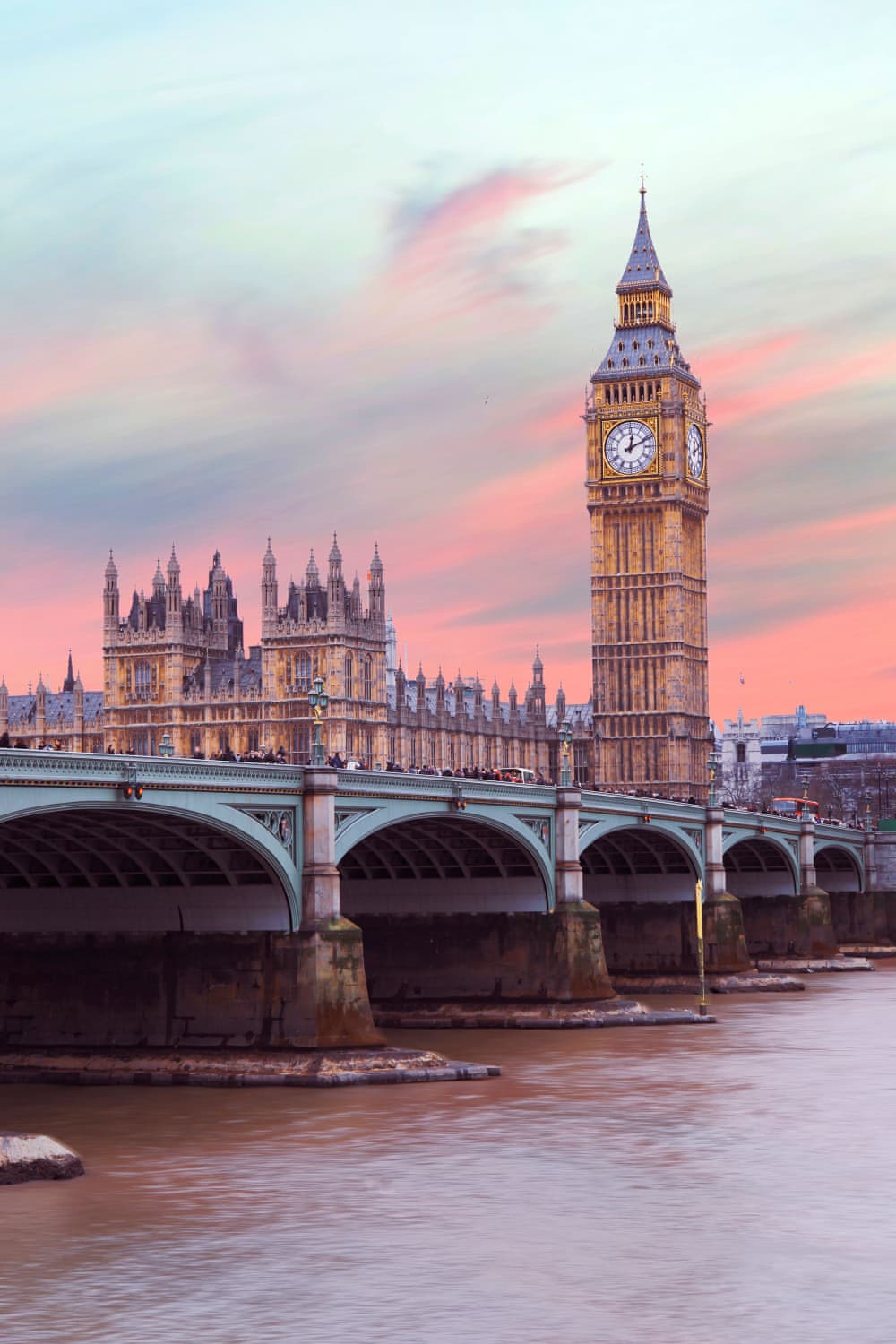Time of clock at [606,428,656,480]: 12:10
